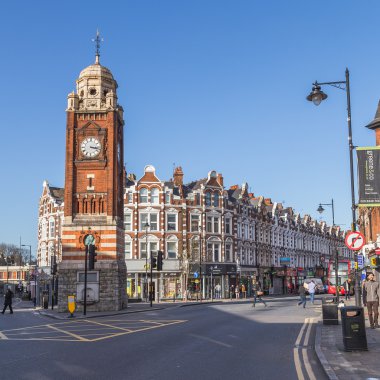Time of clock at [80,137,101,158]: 3:17
